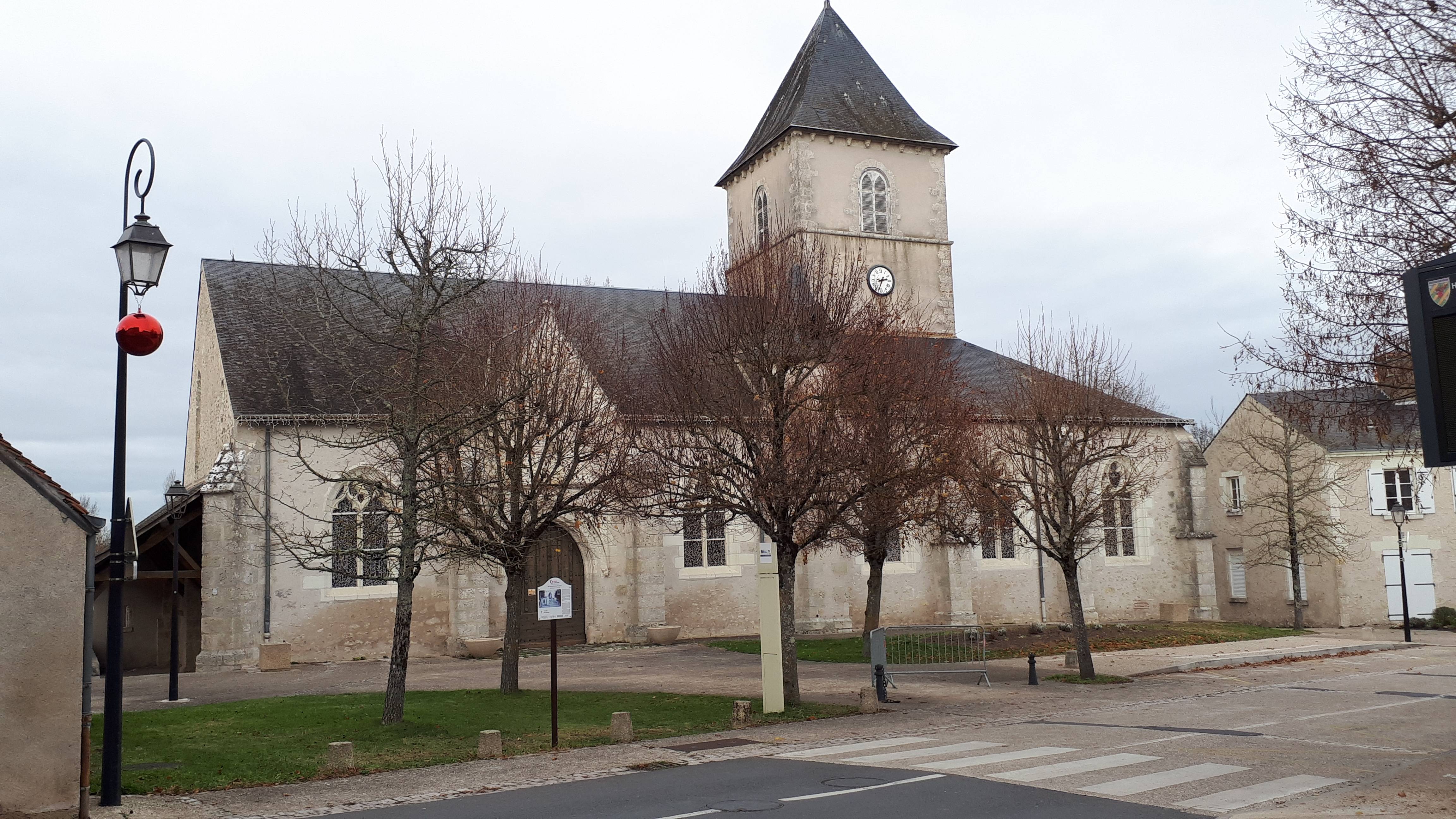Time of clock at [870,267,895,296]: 2:33
